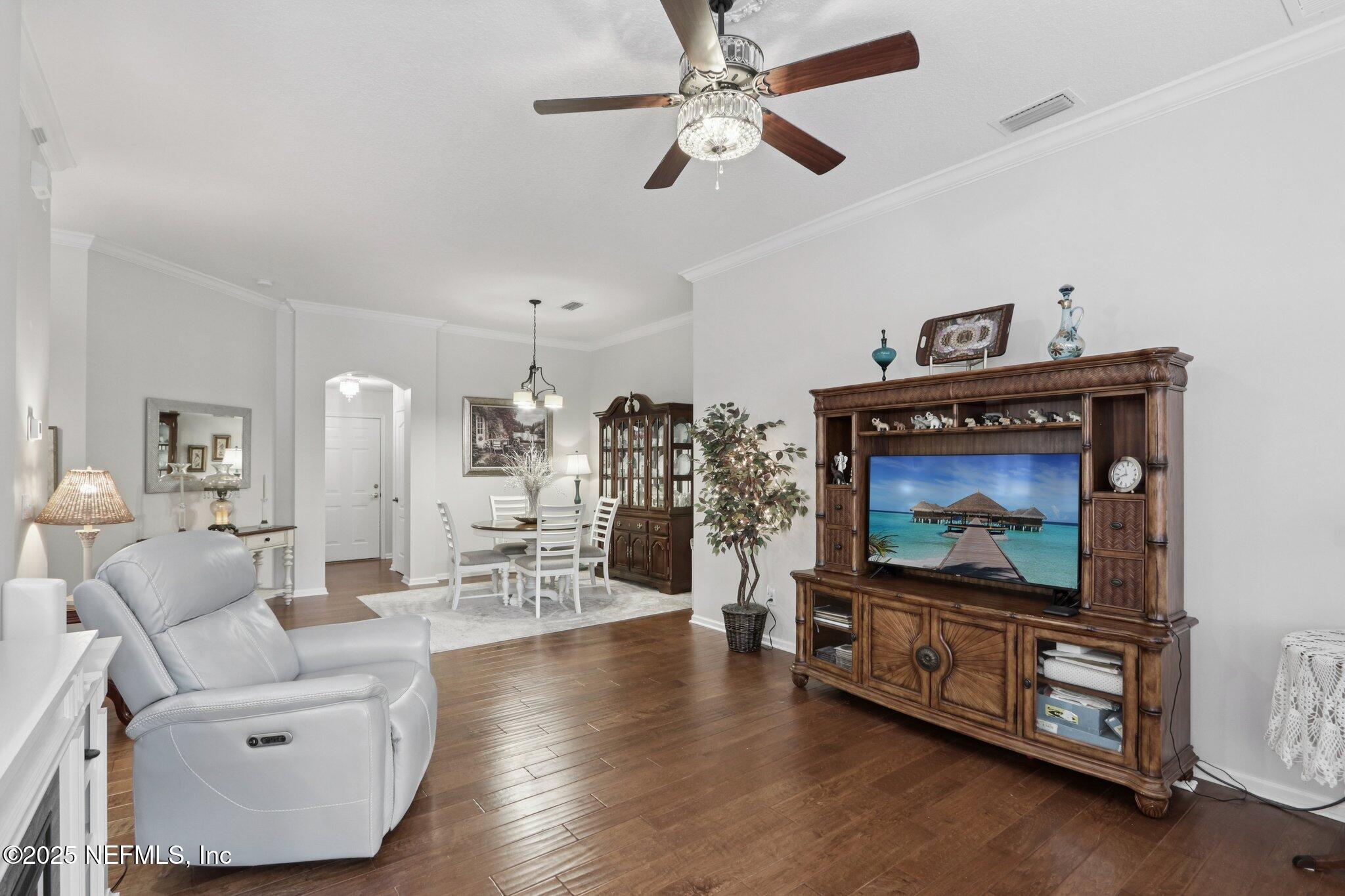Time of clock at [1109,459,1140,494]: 11:41
